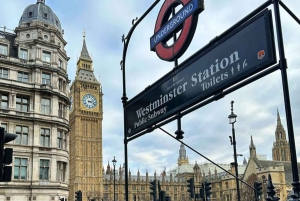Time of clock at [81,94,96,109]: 2:18
